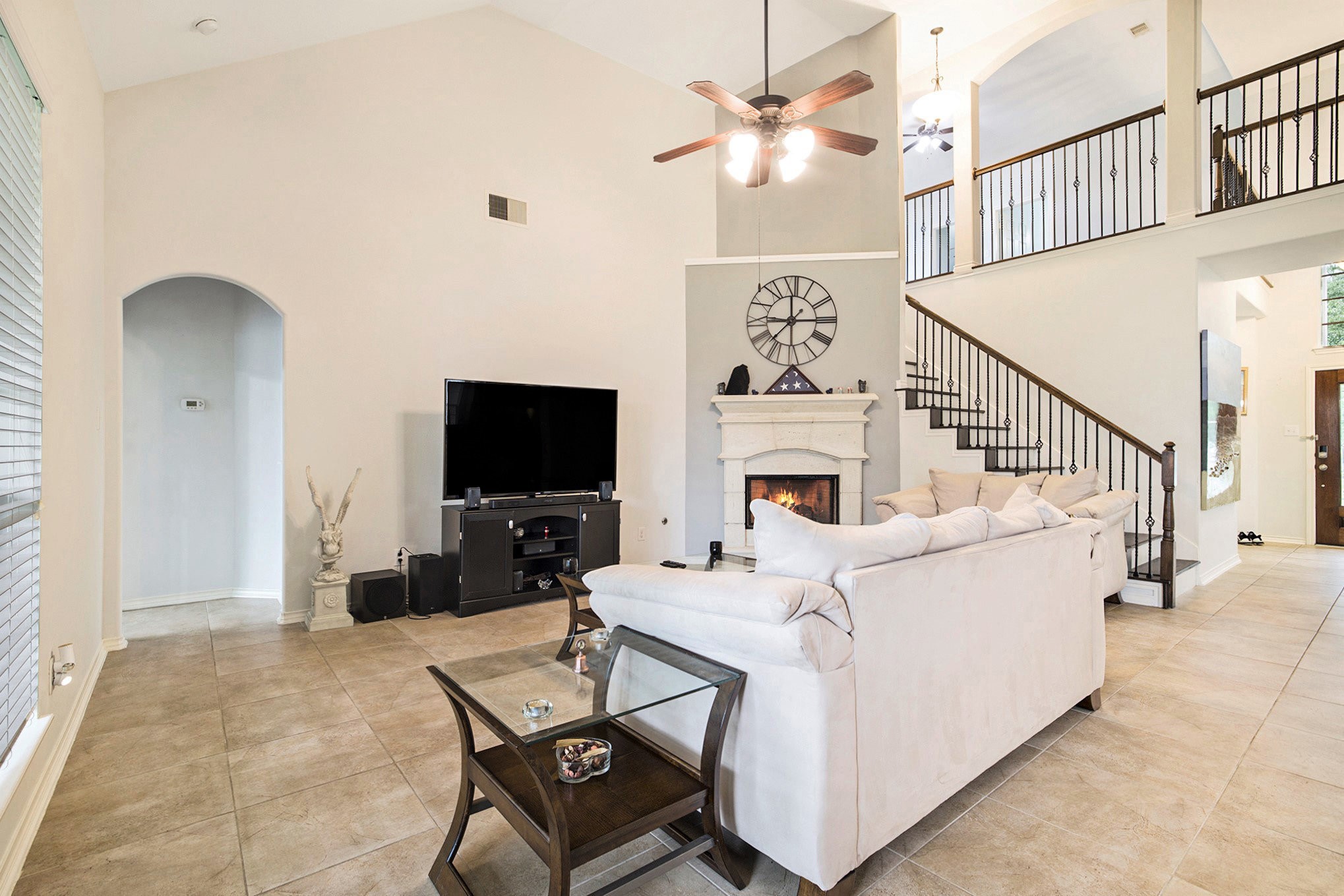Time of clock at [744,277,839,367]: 9:14
